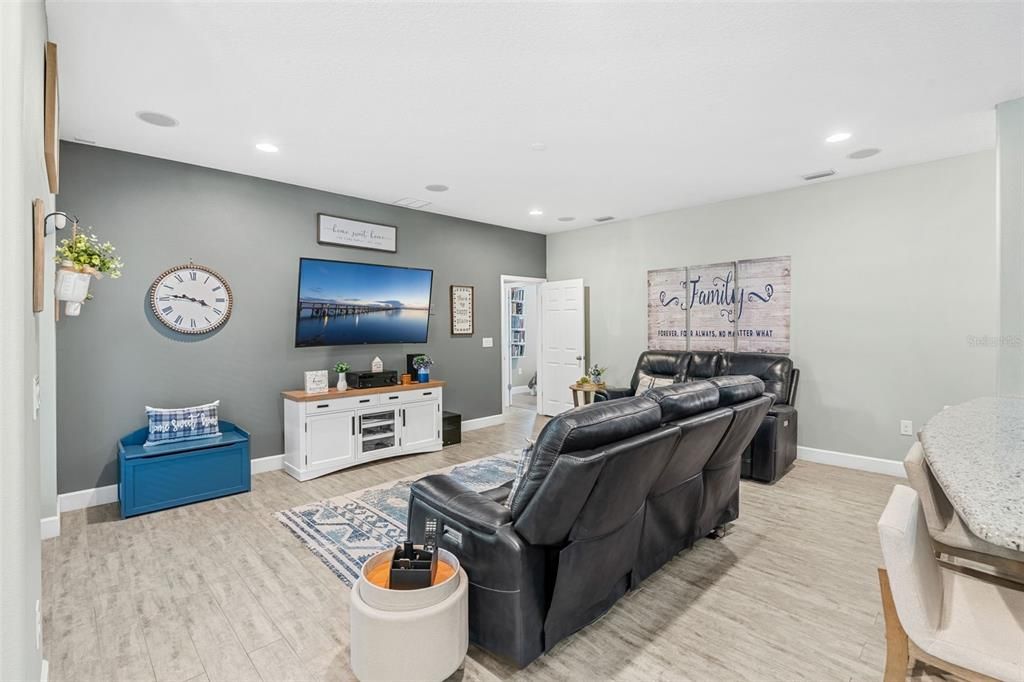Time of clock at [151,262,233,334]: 3:46
